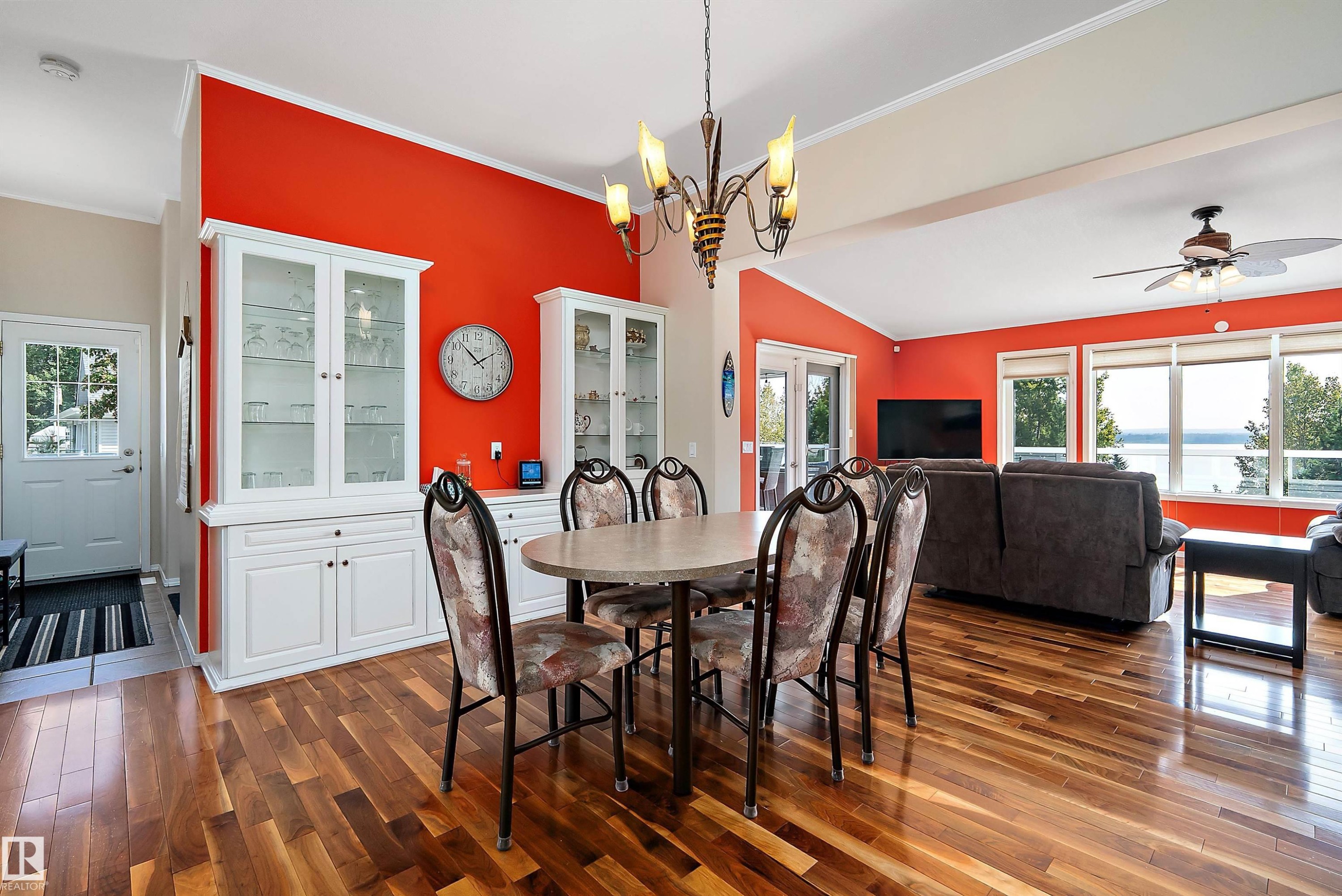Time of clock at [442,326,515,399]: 1:51
